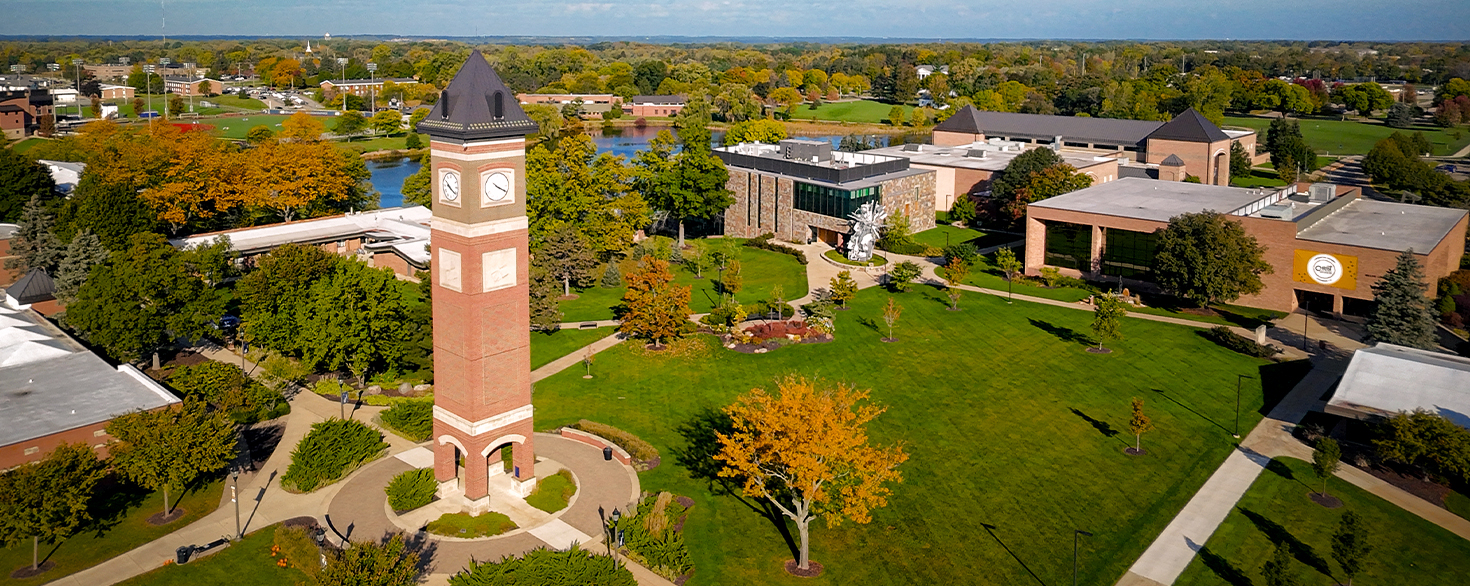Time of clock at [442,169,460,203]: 10:20
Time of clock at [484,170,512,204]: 10:19
